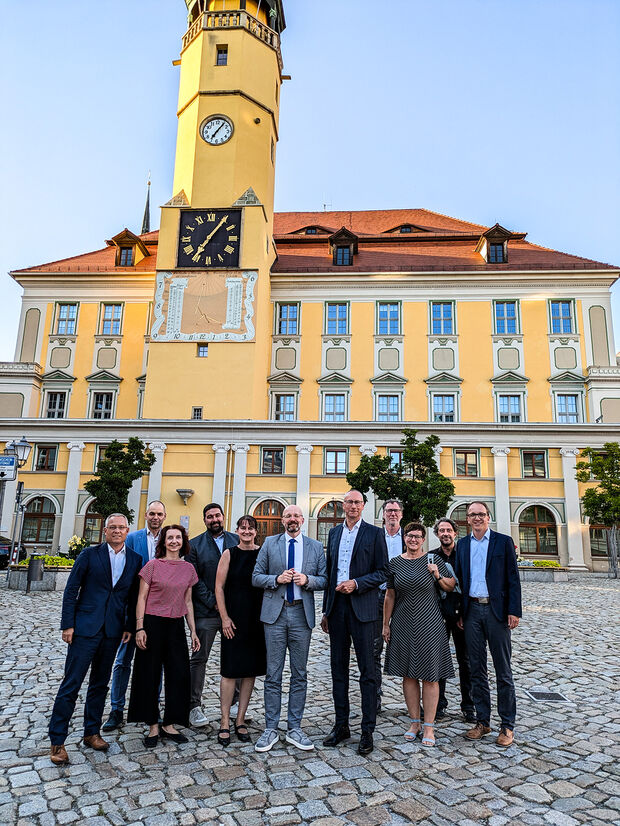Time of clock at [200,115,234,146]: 7:06
